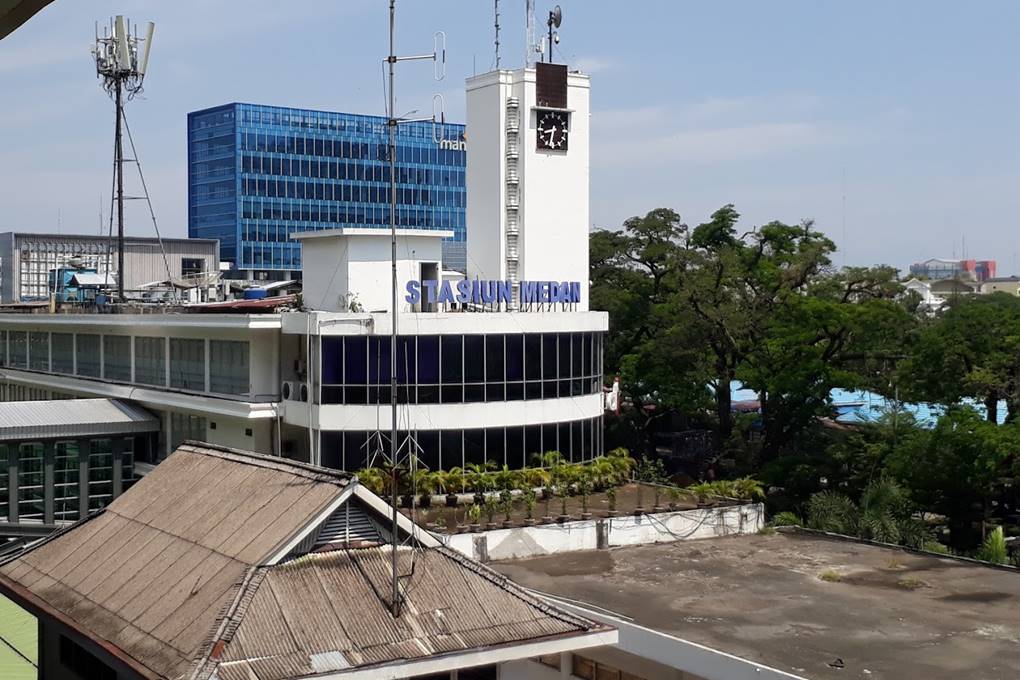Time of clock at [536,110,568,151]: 8:32
